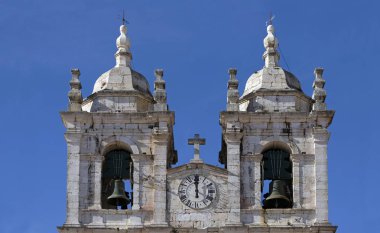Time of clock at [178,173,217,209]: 11:59
